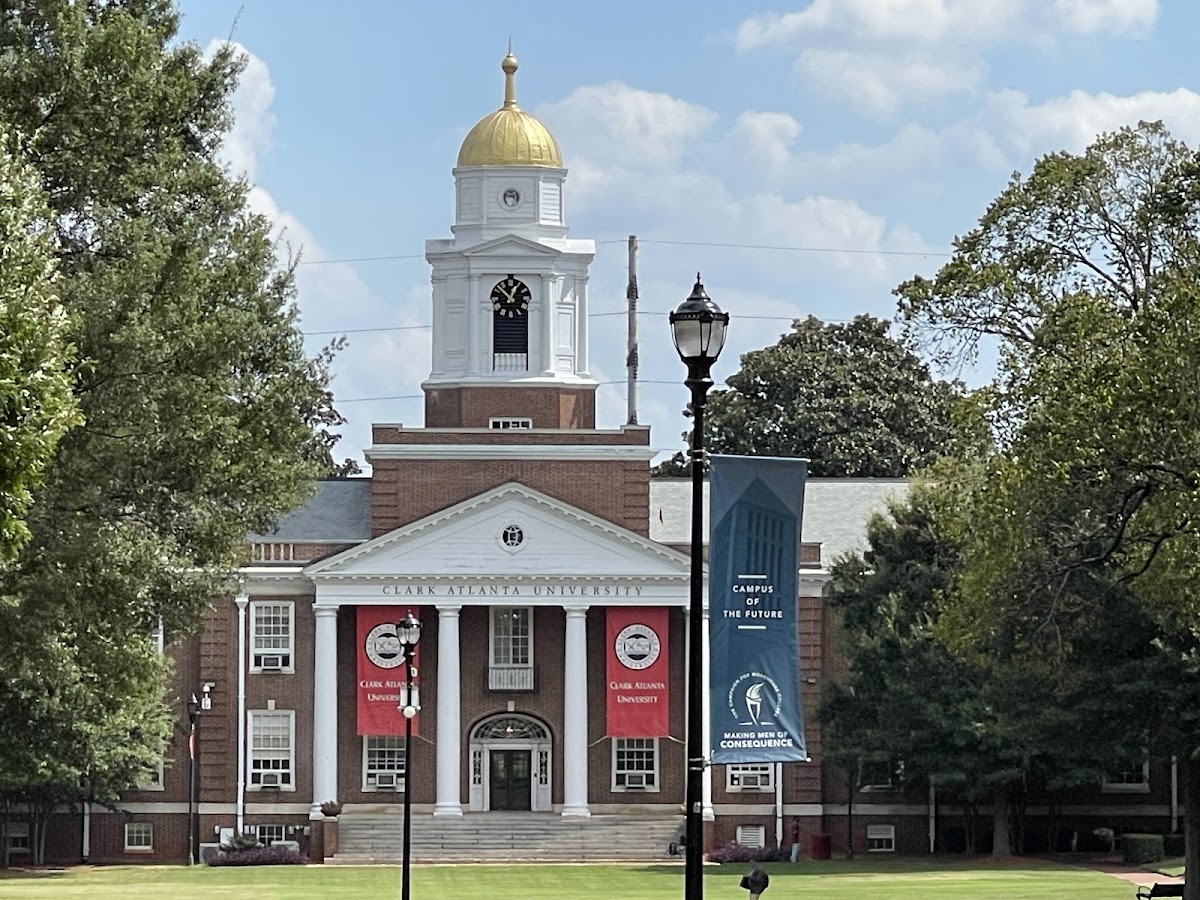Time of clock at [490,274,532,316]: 12:52
